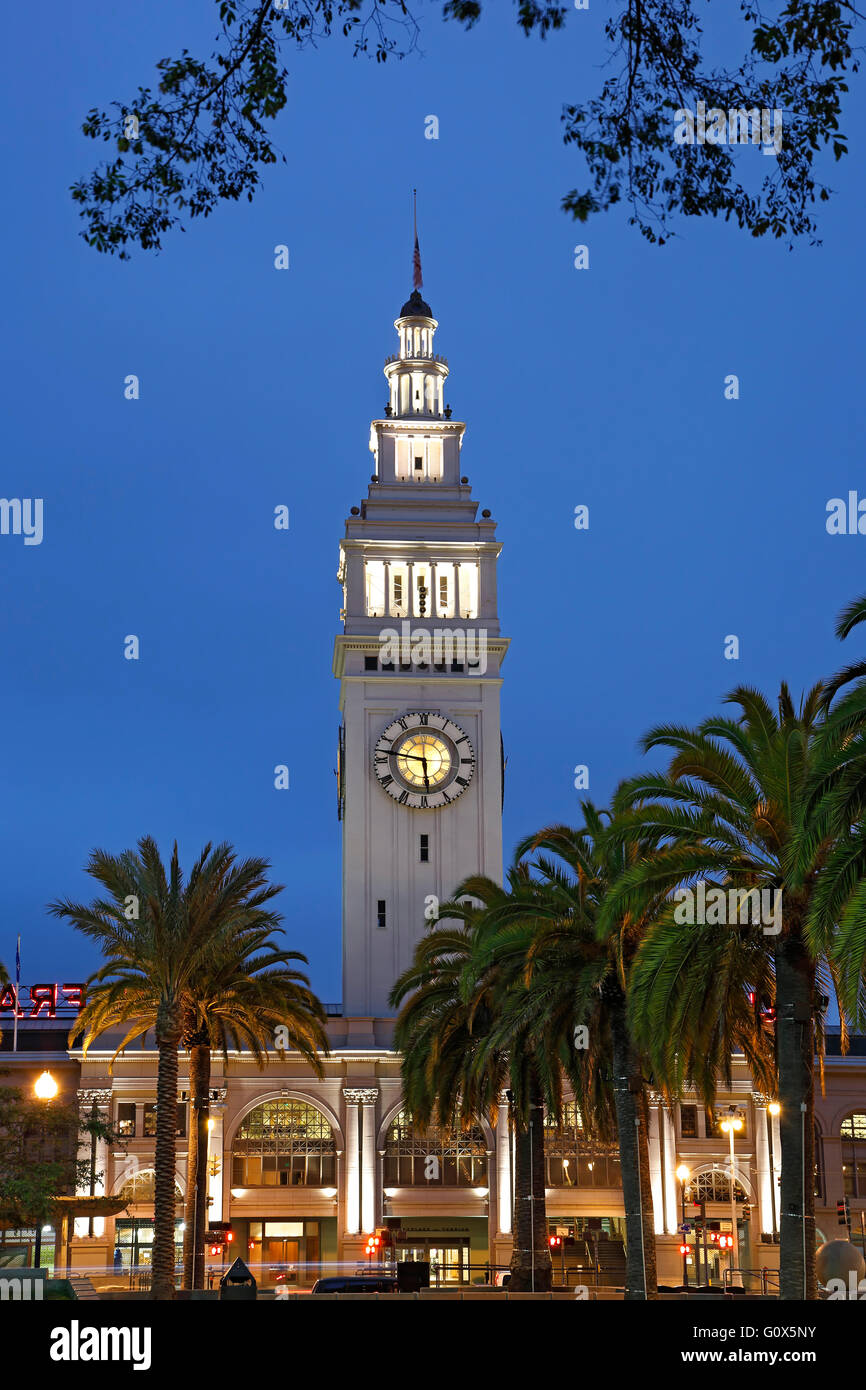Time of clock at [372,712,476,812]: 5:47
